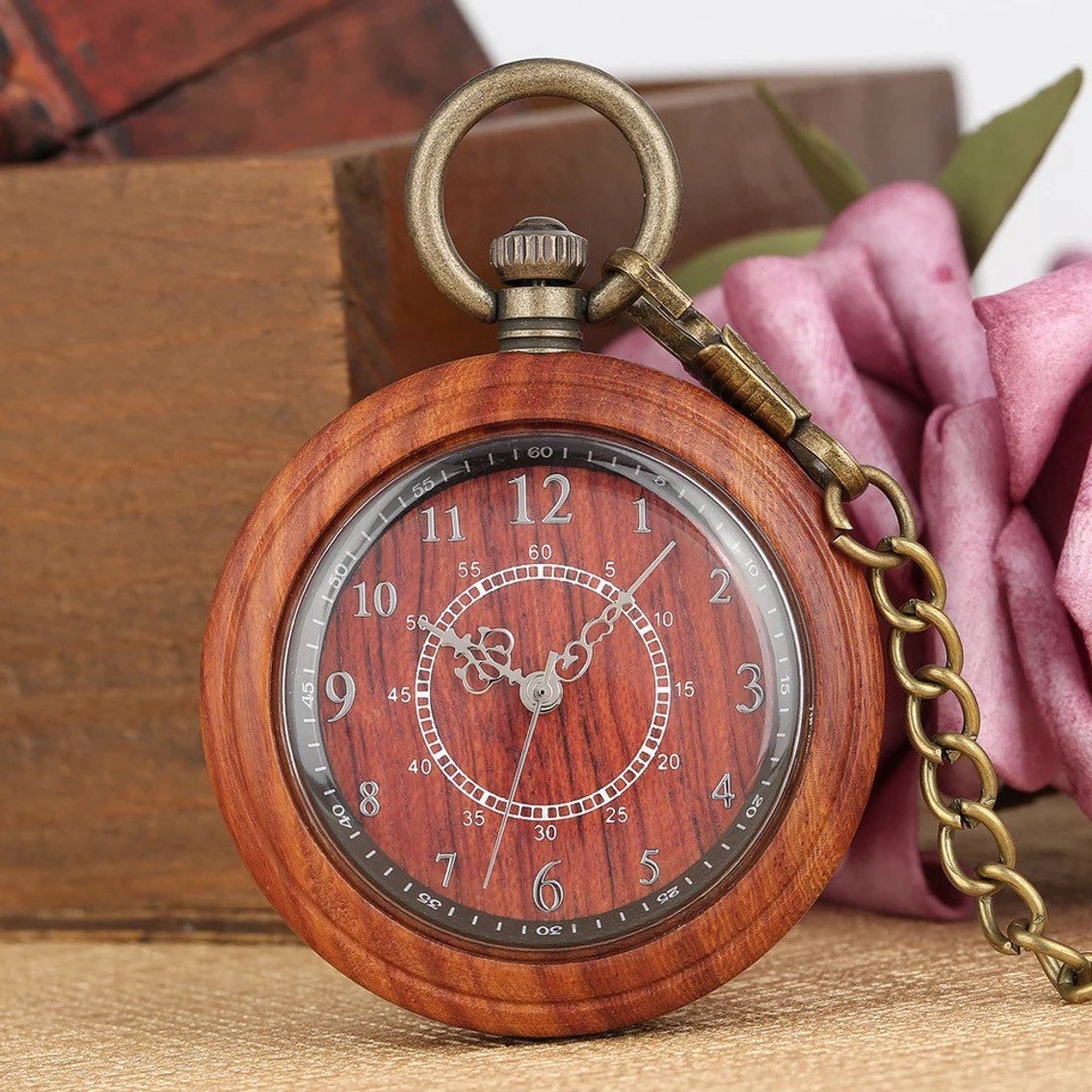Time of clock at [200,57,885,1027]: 9:50
